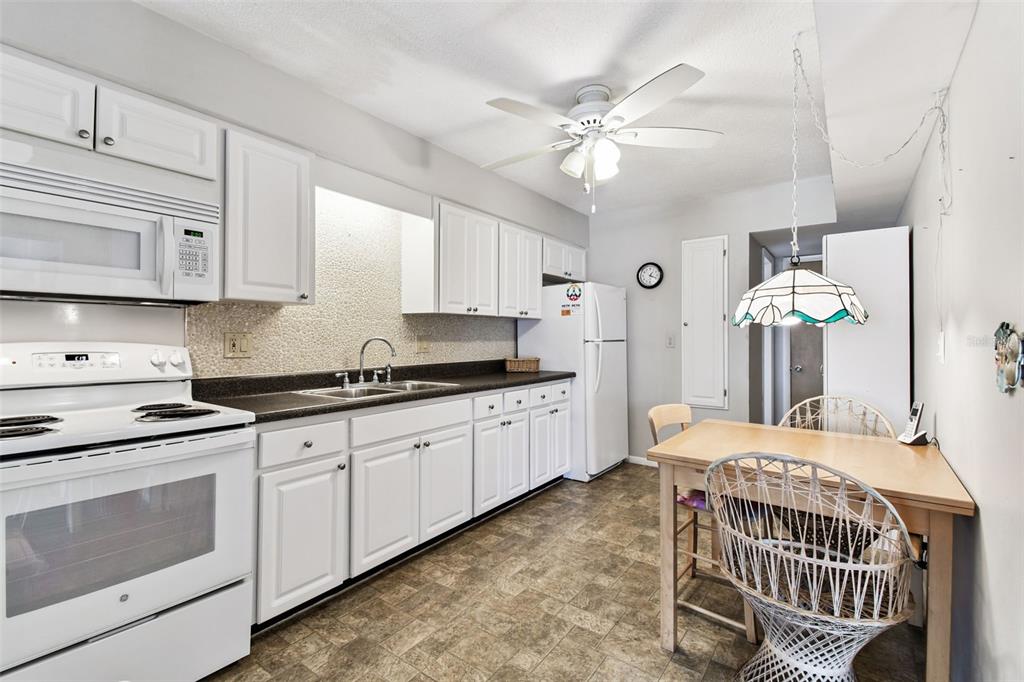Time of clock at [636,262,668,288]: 1:18
